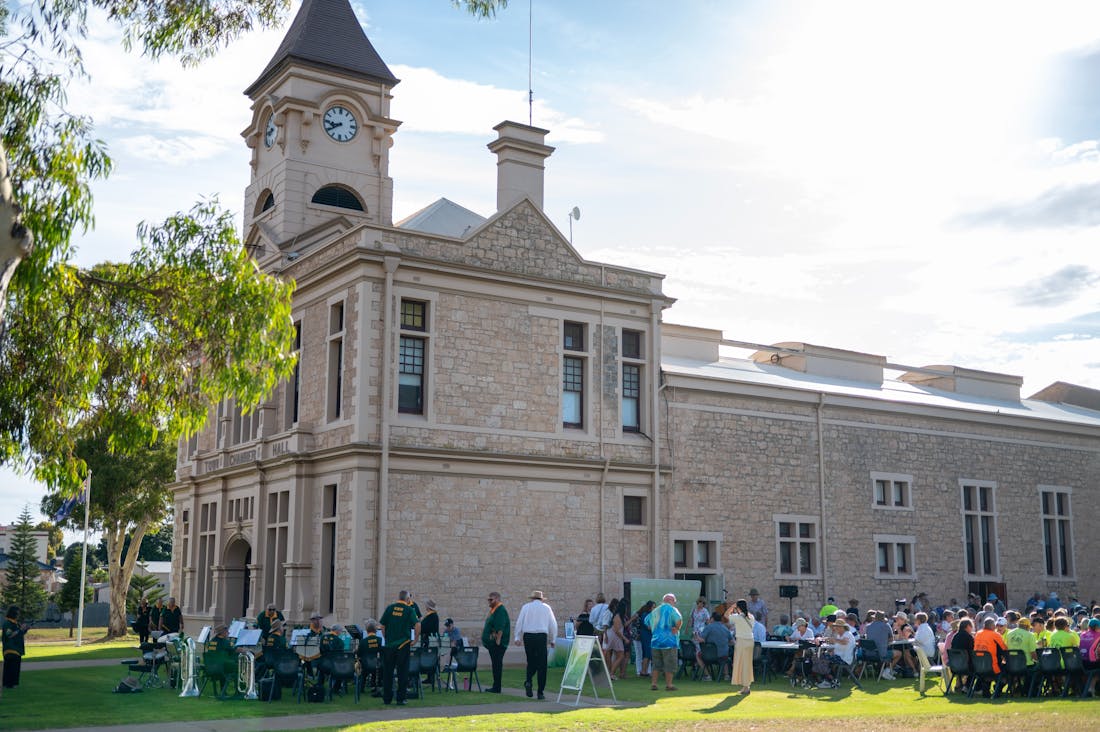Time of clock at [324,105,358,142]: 8:39
